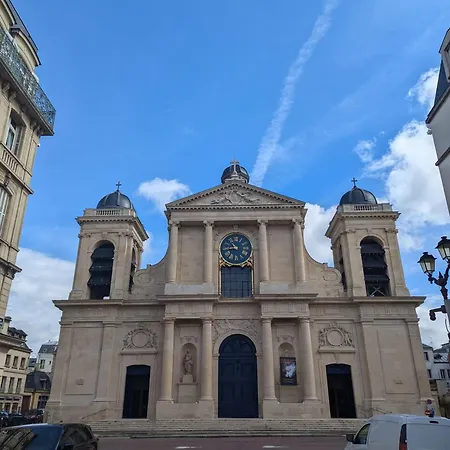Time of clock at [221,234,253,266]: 10:43
